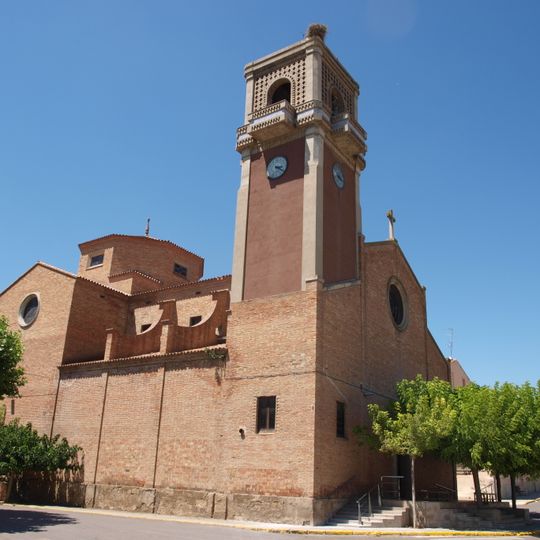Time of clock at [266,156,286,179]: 3:21
